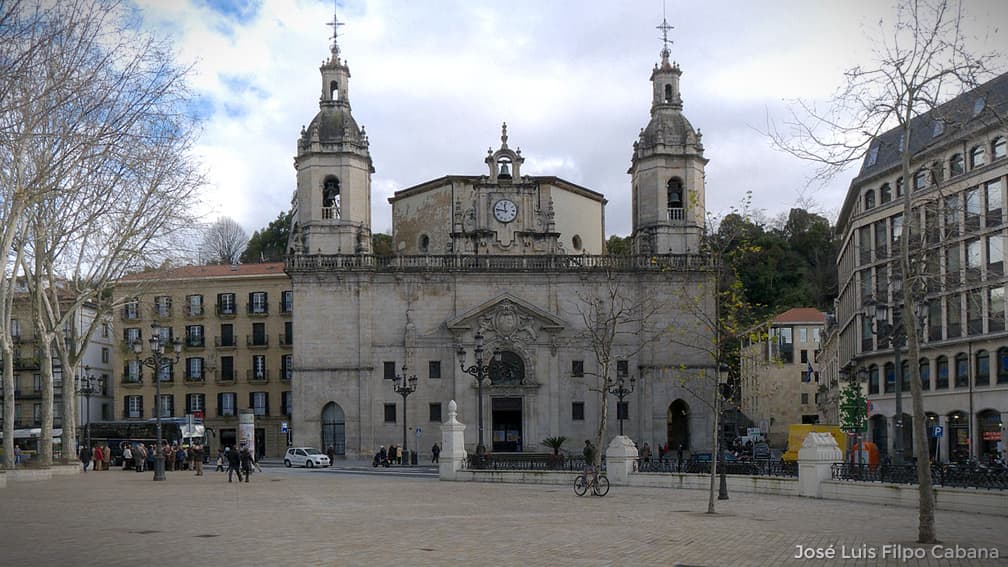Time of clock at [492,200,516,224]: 11:46
